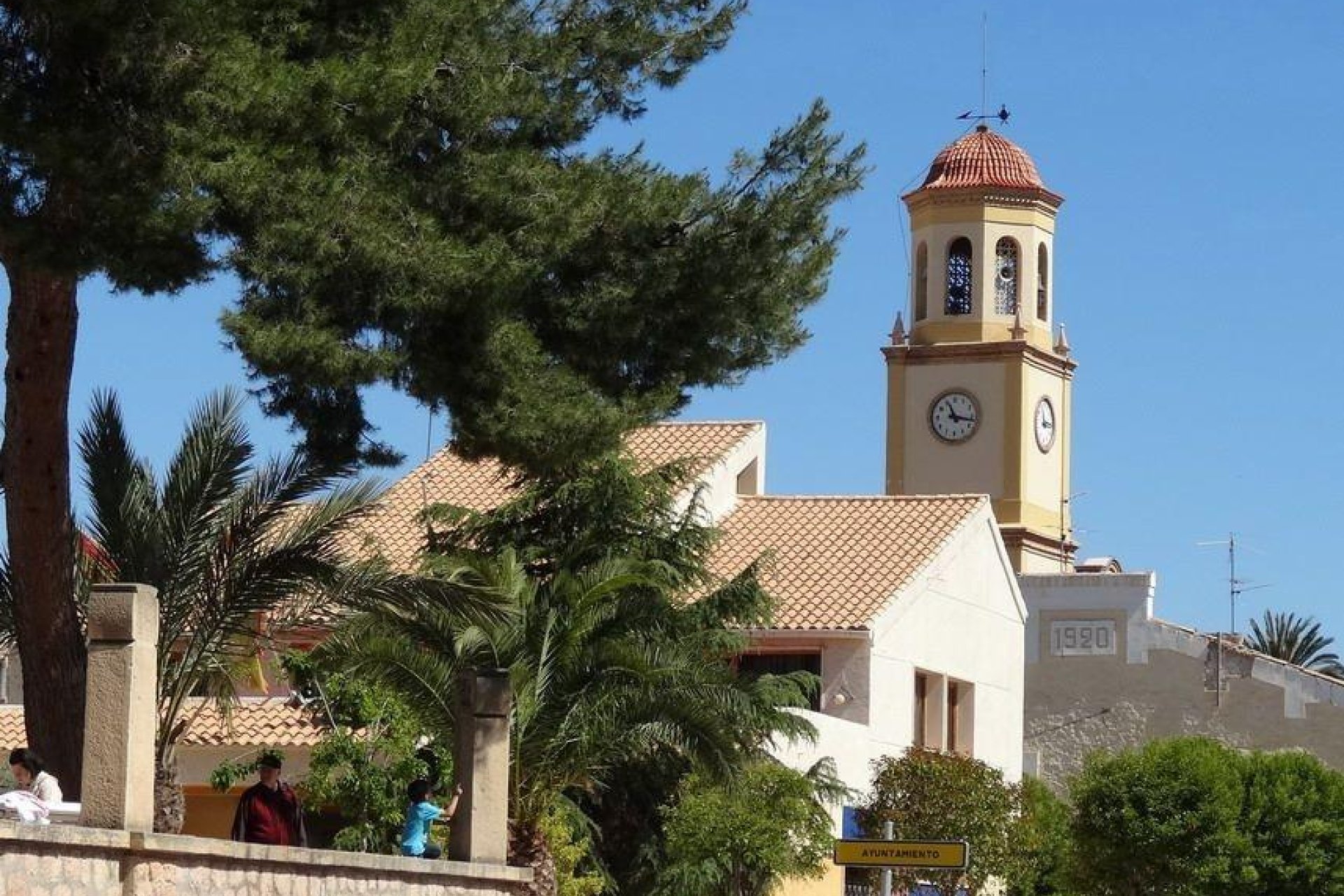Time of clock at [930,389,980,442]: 11:16
